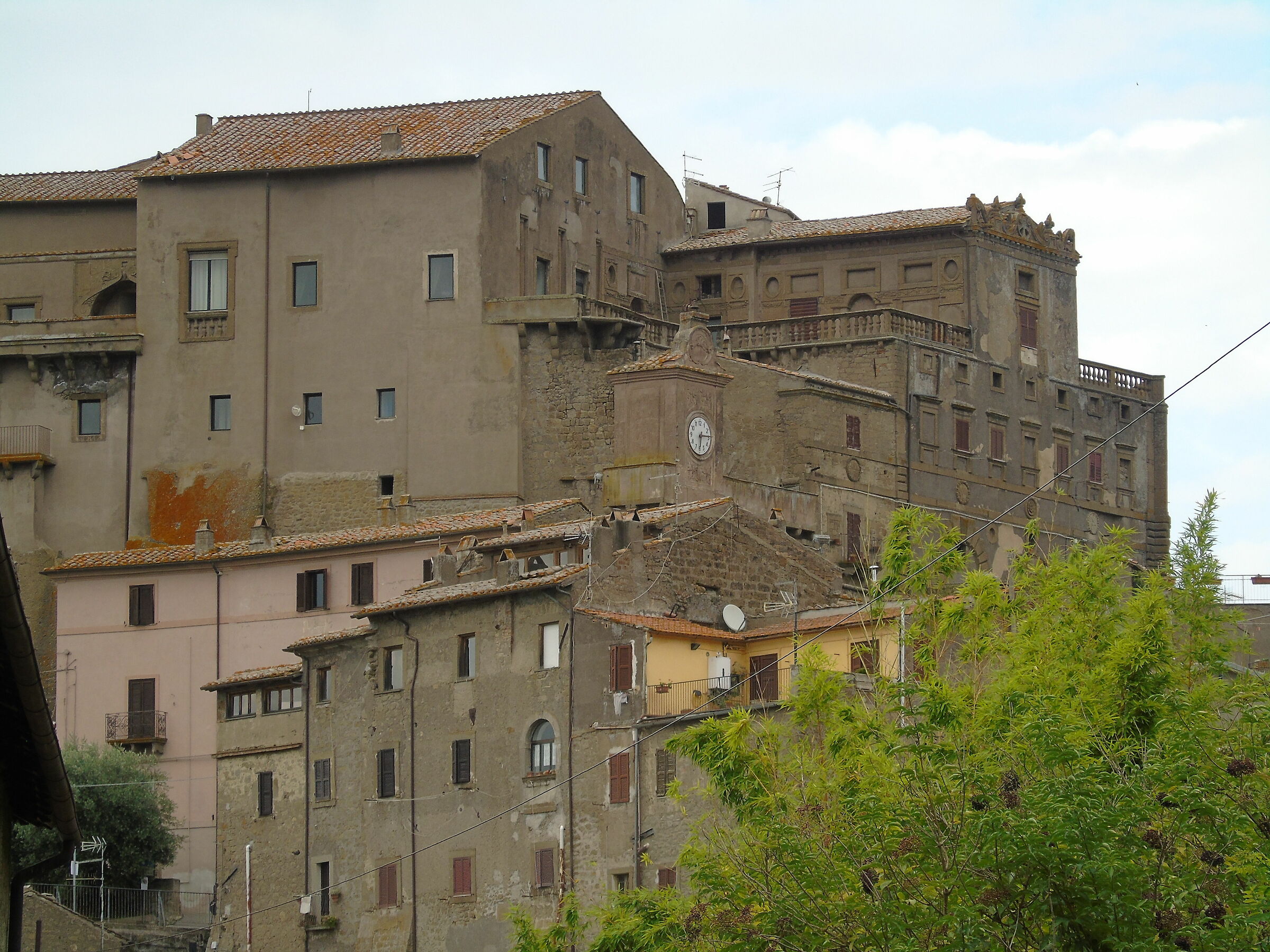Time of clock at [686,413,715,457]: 6:14
